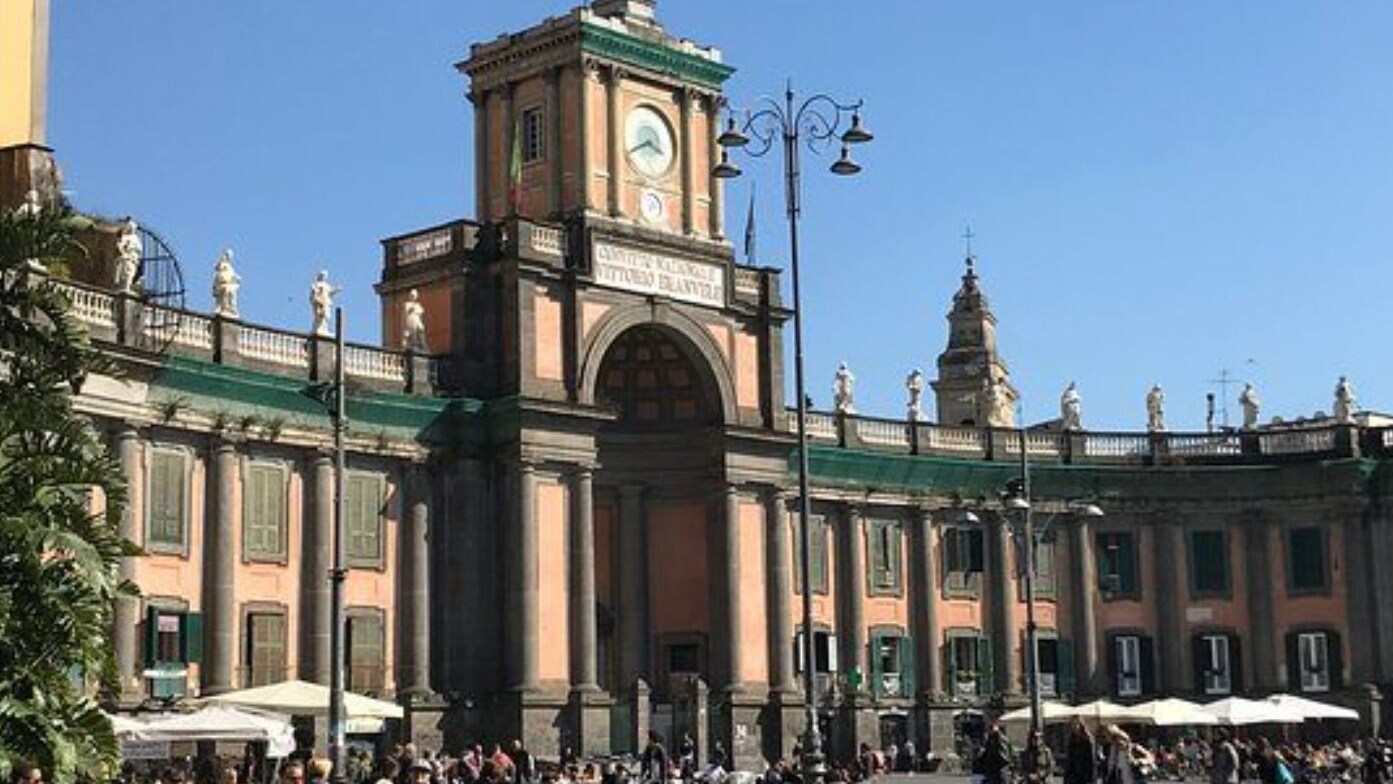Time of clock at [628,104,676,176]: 3:40
